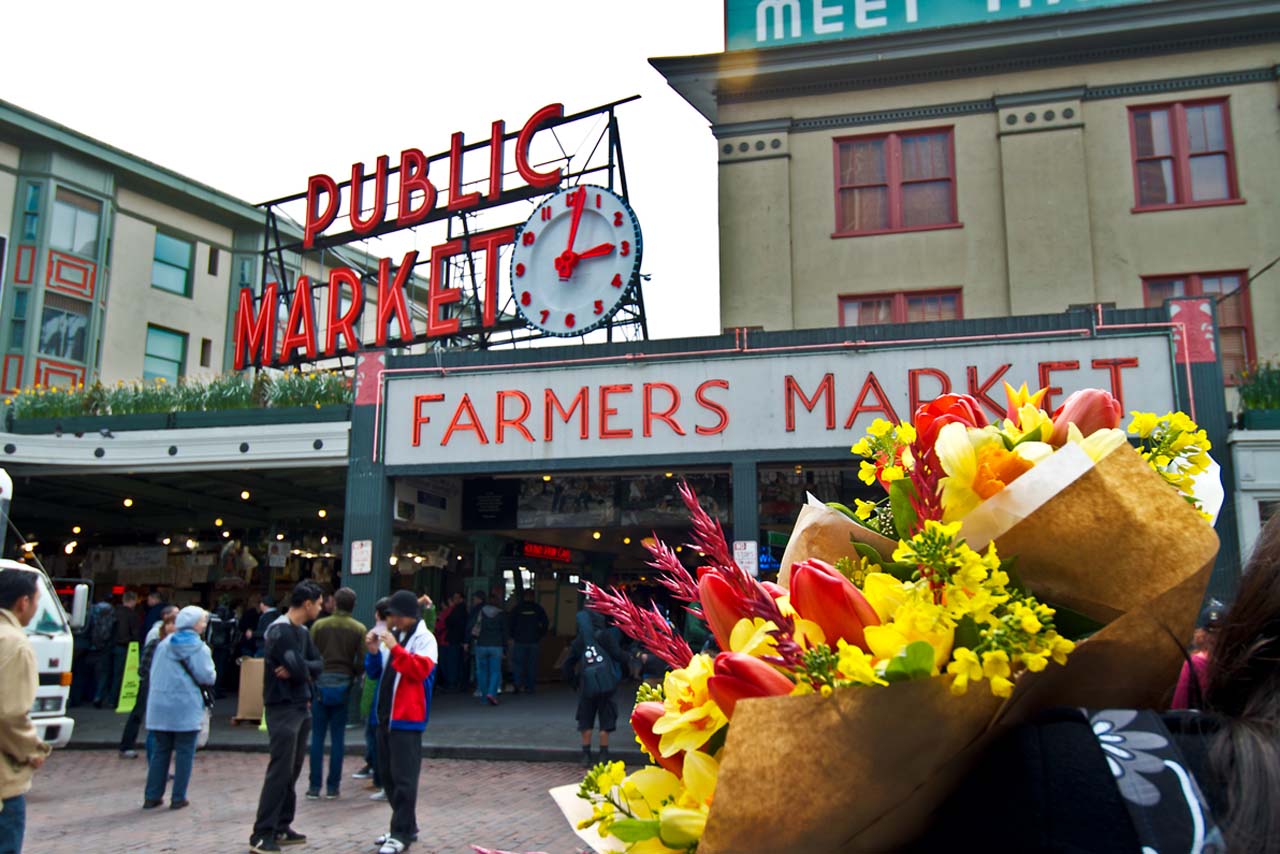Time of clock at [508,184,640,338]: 3:02
